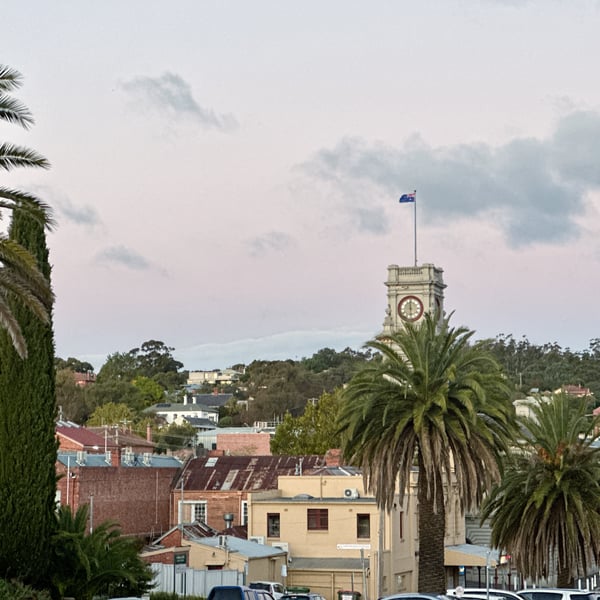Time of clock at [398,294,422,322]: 5:59
